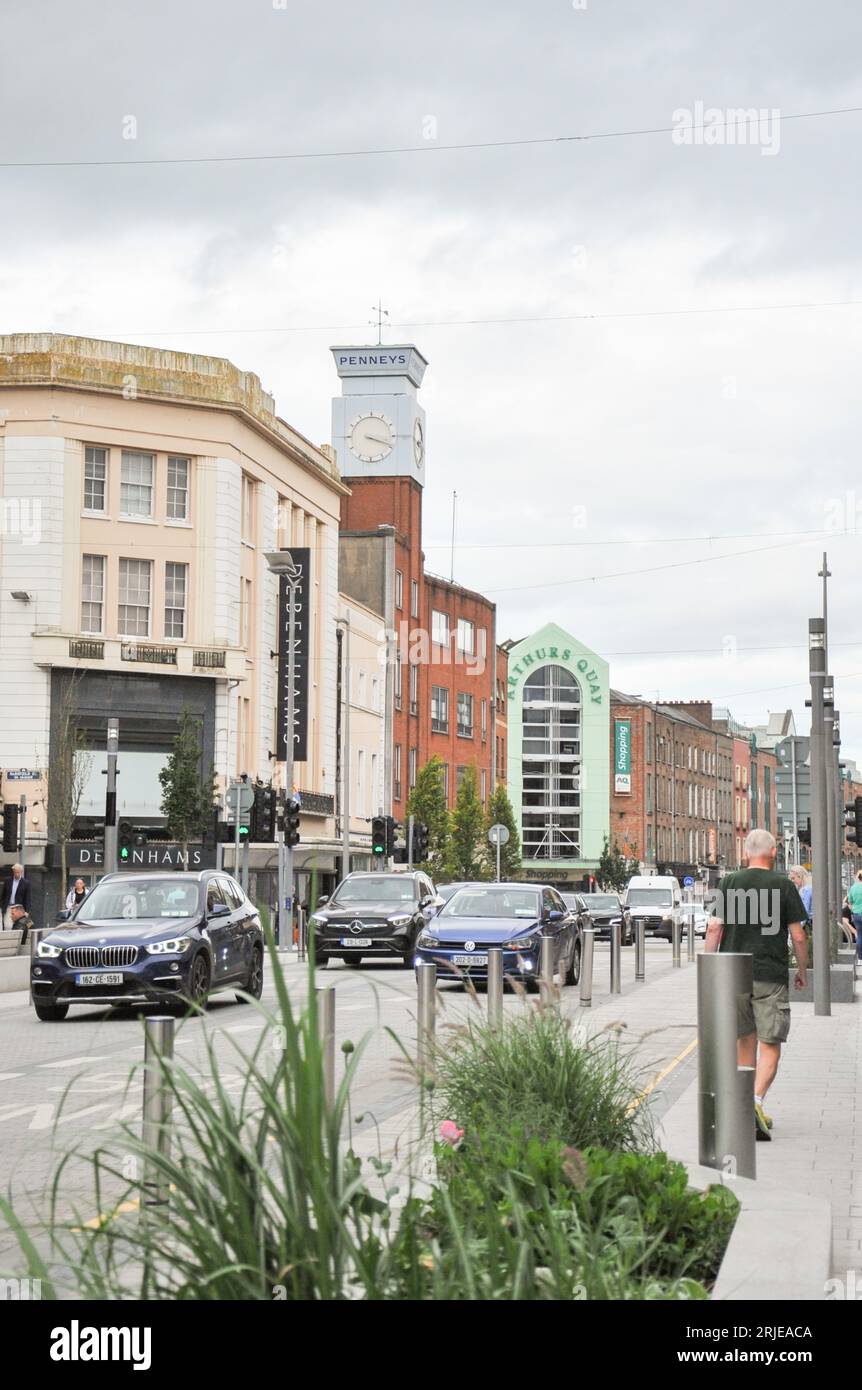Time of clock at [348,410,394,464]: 3:18
